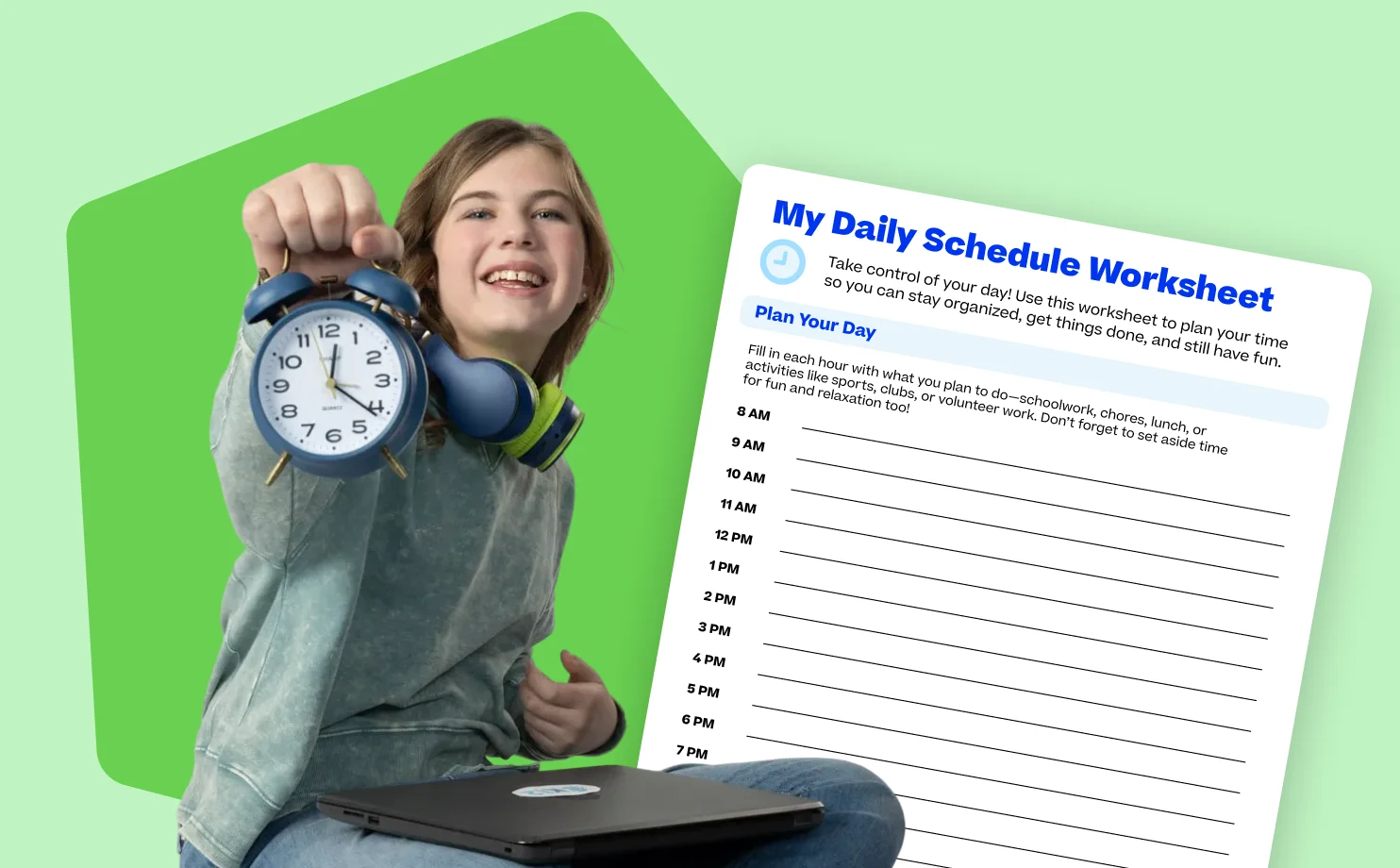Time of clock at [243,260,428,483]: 12:21
